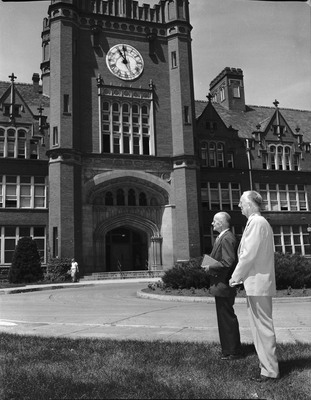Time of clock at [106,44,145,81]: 10:59
